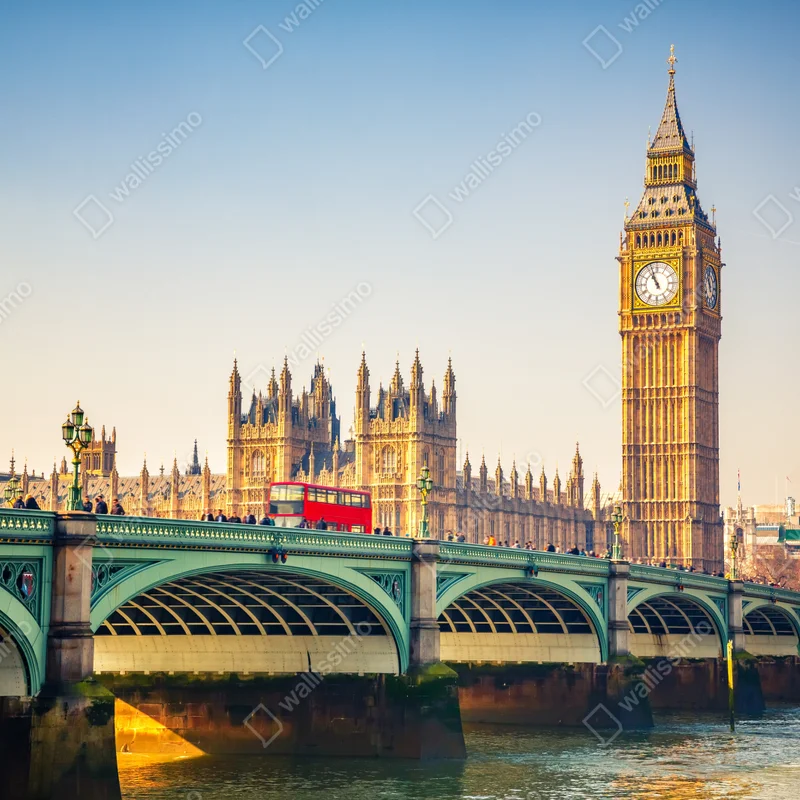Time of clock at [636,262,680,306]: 10:56
